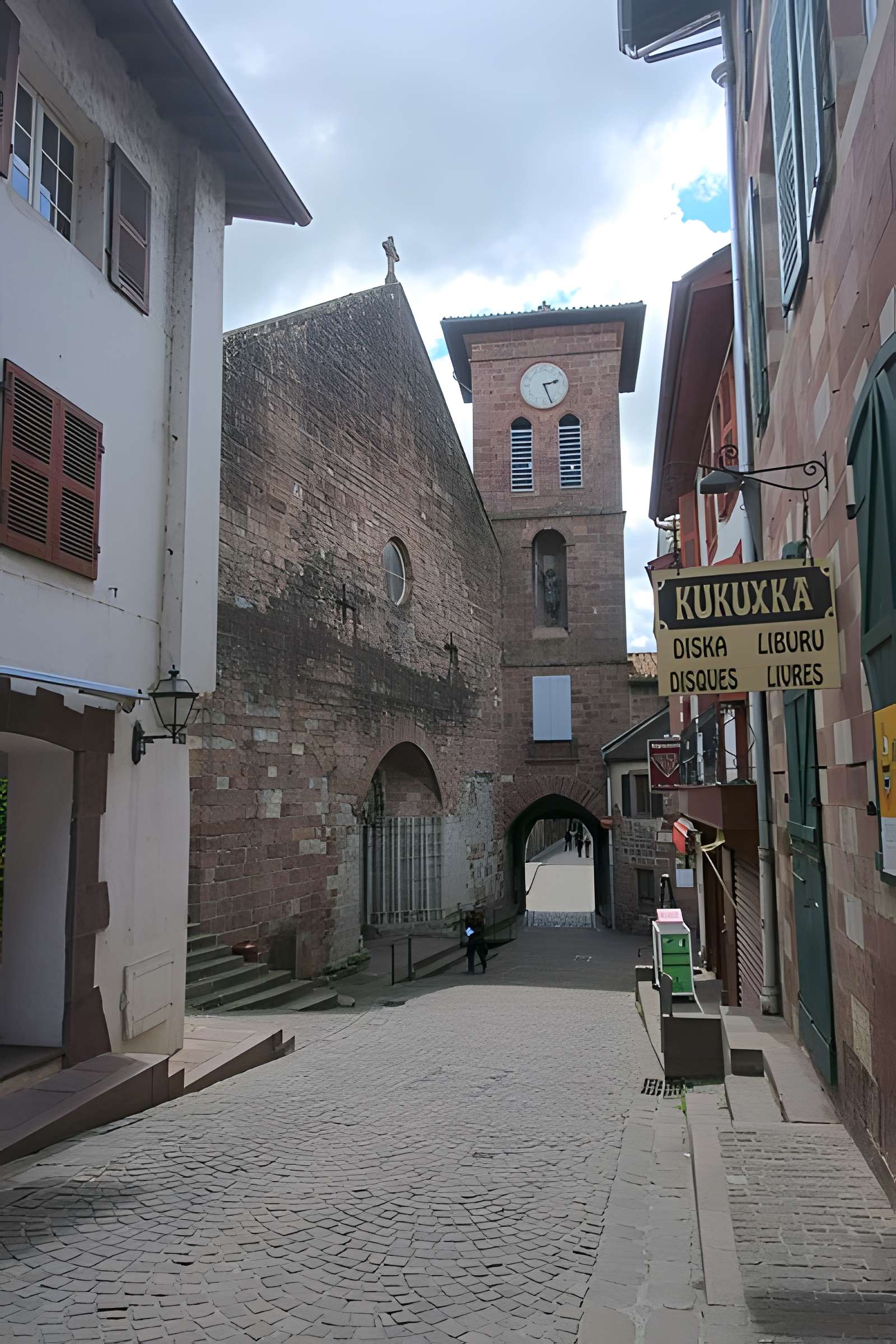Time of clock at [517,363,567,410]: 2:26
